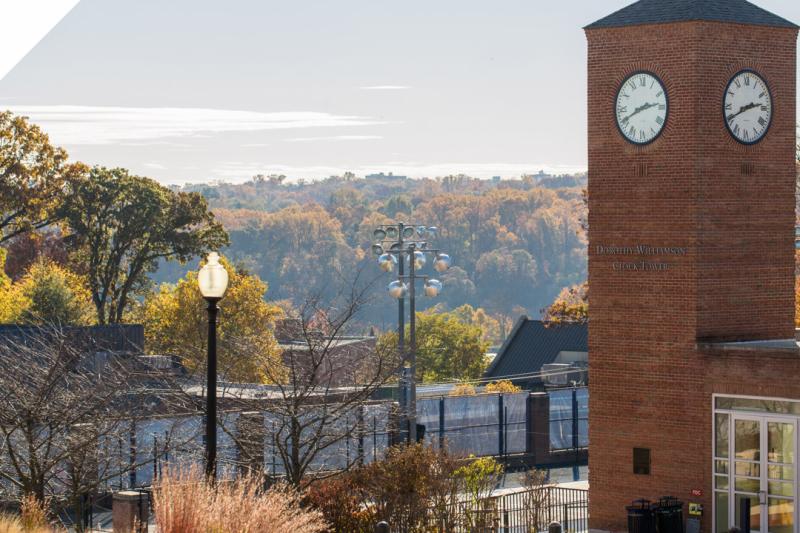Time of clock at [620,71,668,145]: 2:40
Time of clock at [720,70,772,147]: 2:40
